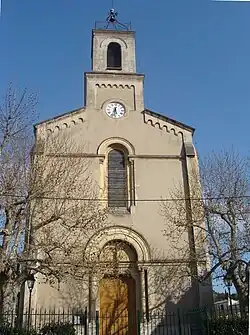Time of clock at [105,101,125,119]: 5:31
